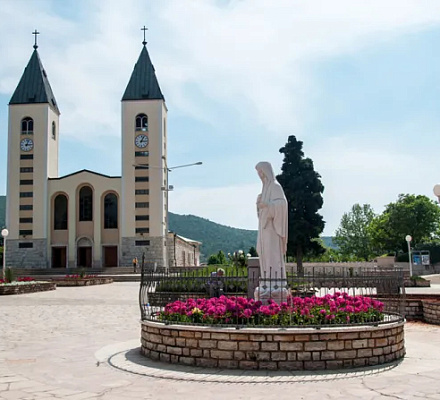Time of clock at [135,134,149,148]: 3:04
